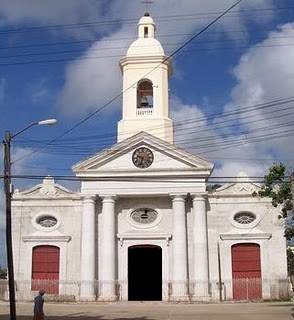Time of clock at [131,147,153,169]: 9:33
